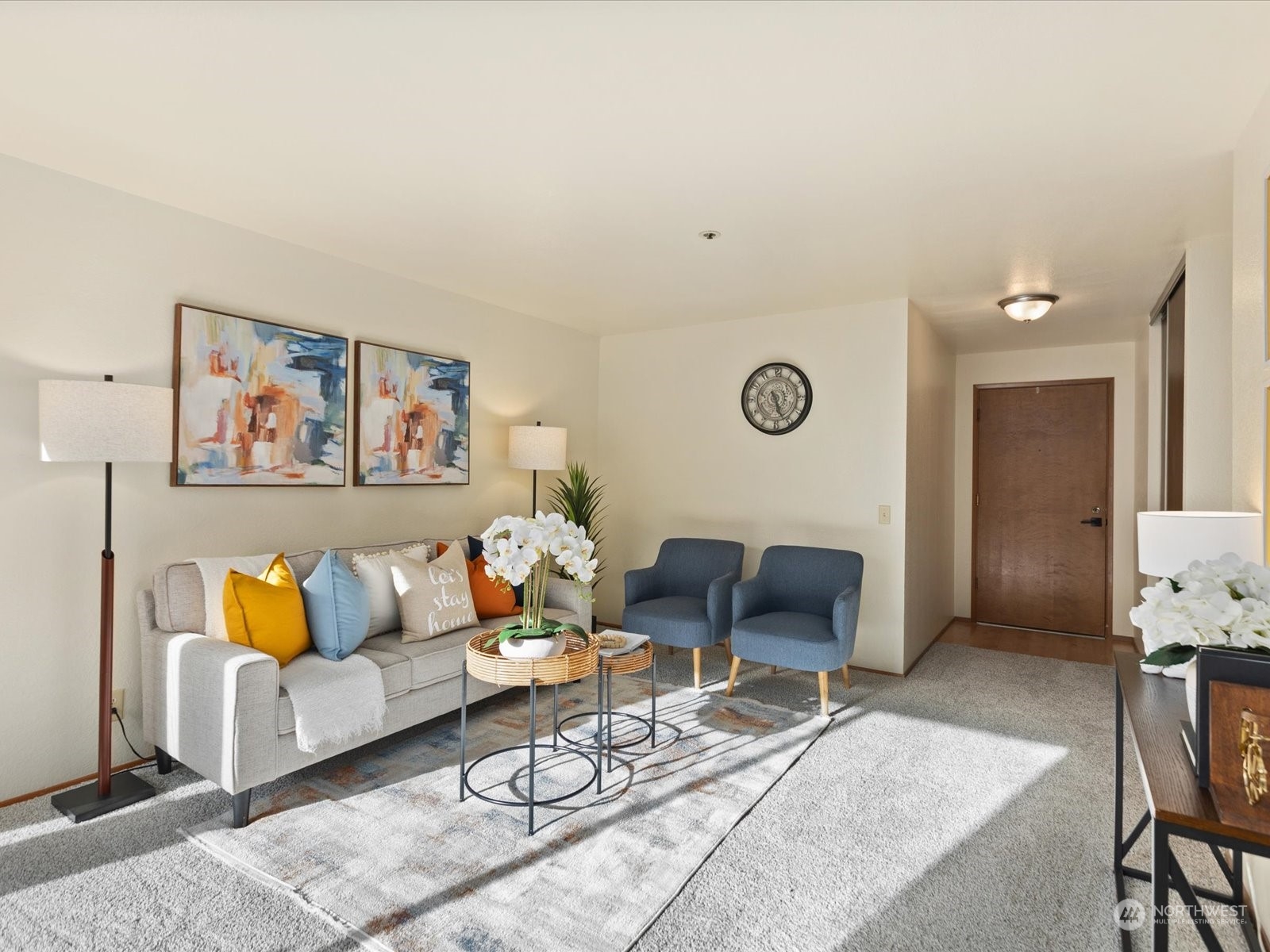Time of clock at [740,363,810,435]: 5:26
